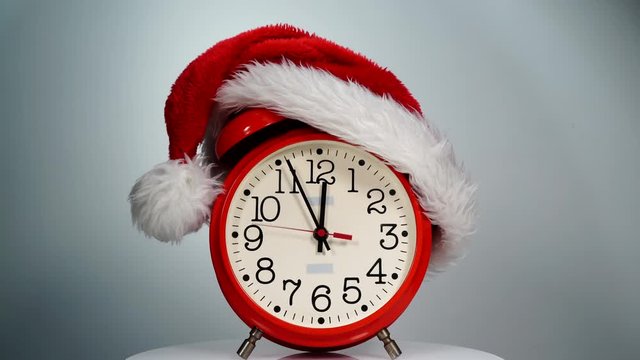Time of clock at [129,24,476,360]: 11:55
